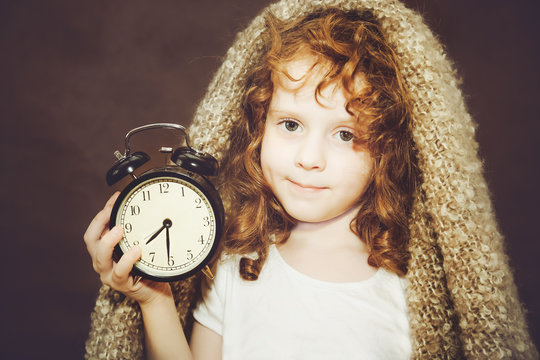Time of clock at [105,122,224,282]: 7:30
